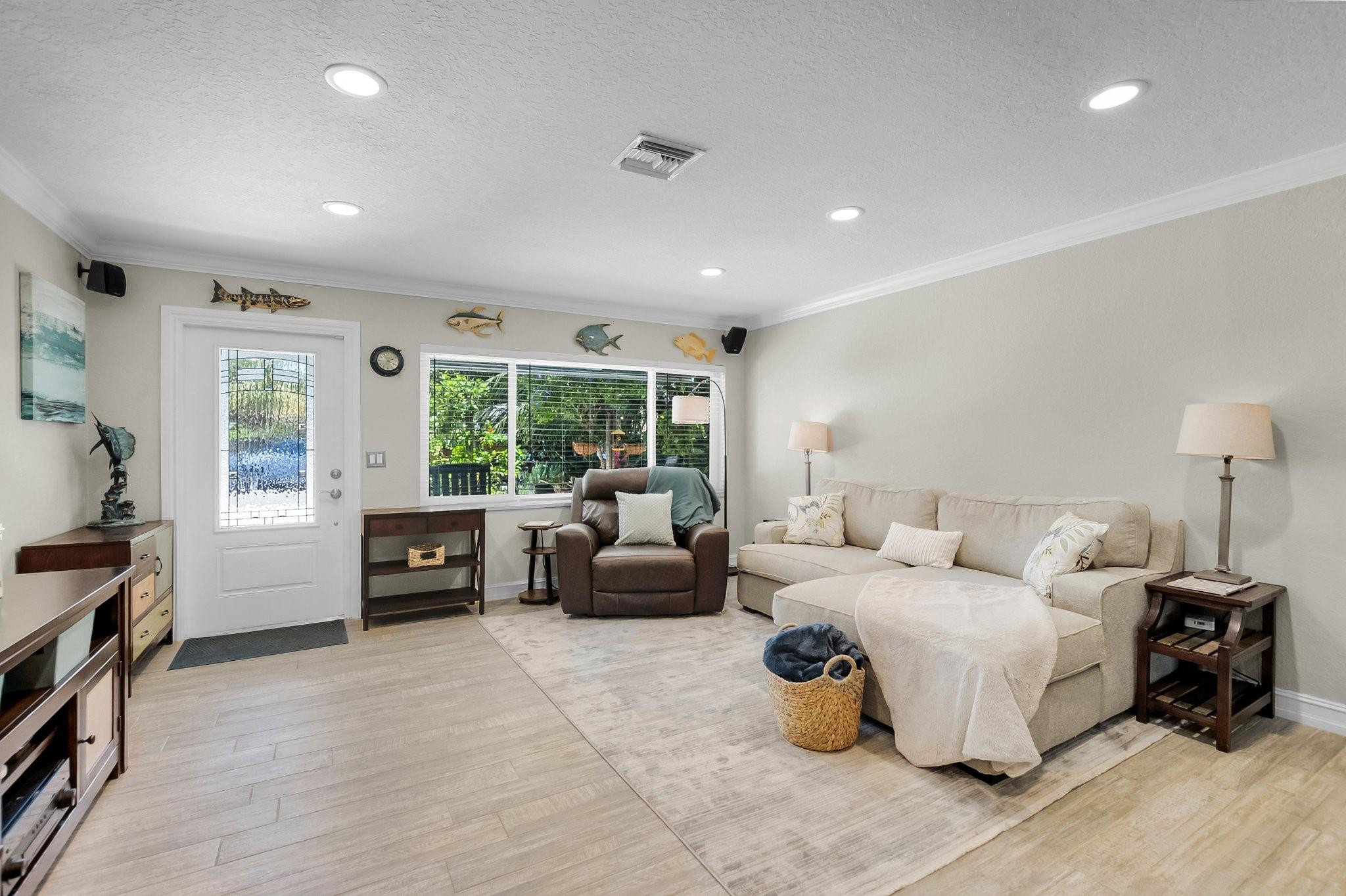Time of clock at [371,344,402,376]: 2:19
